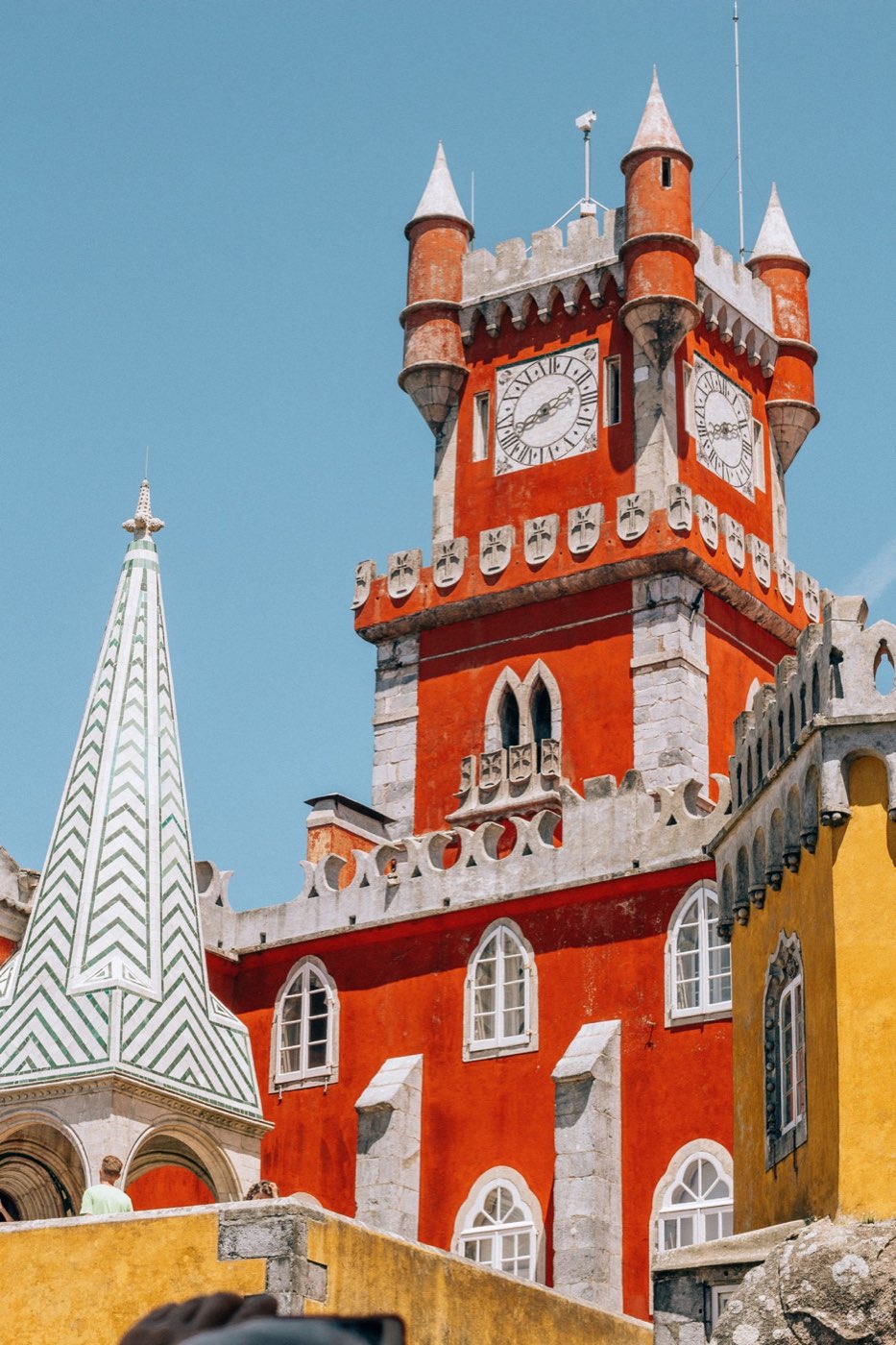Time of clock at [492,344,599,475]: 8:11
